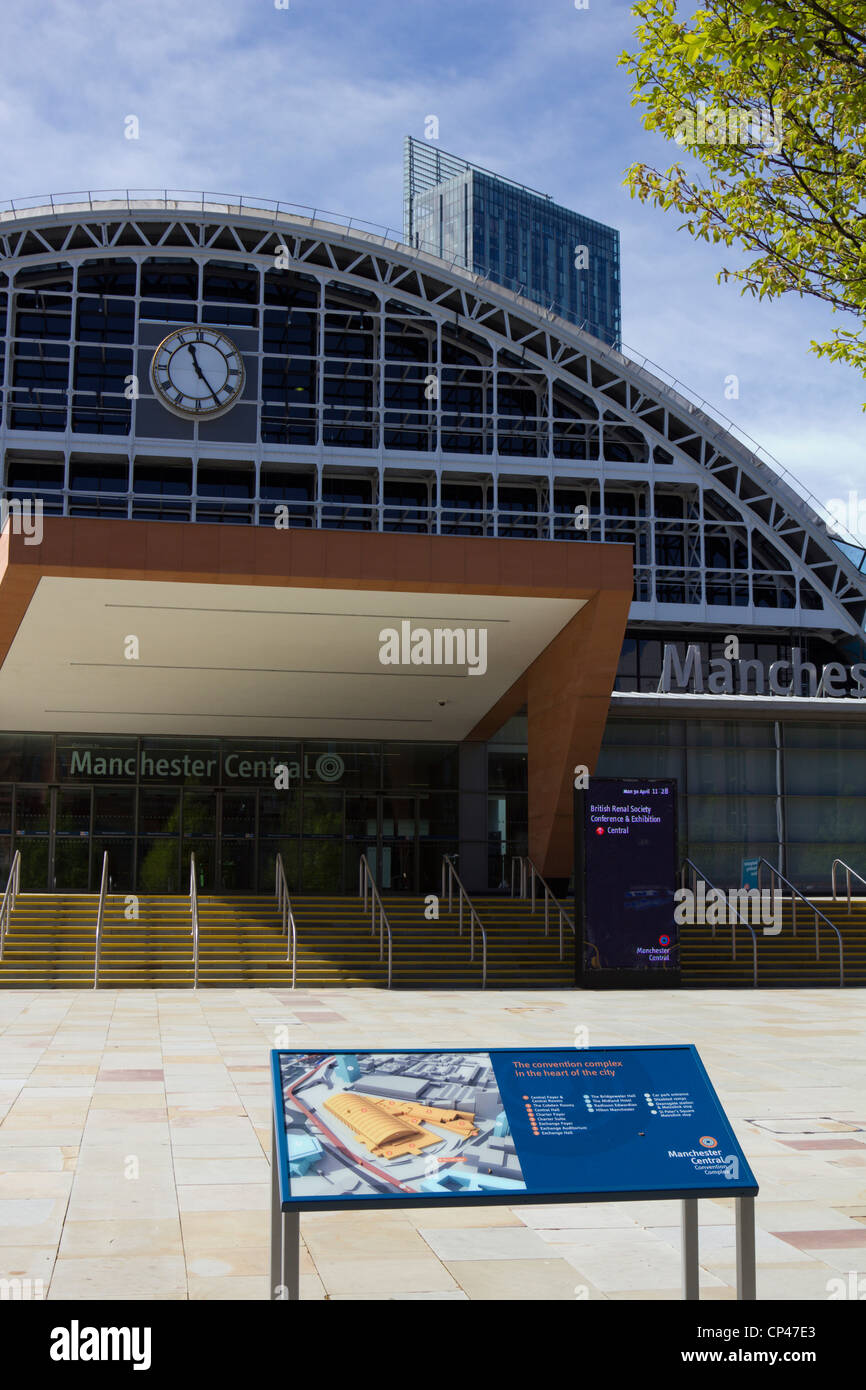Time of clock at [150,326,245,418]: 11:24
